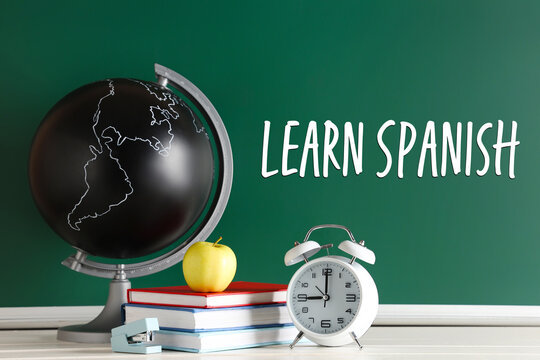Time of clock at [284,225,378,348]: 9:00
